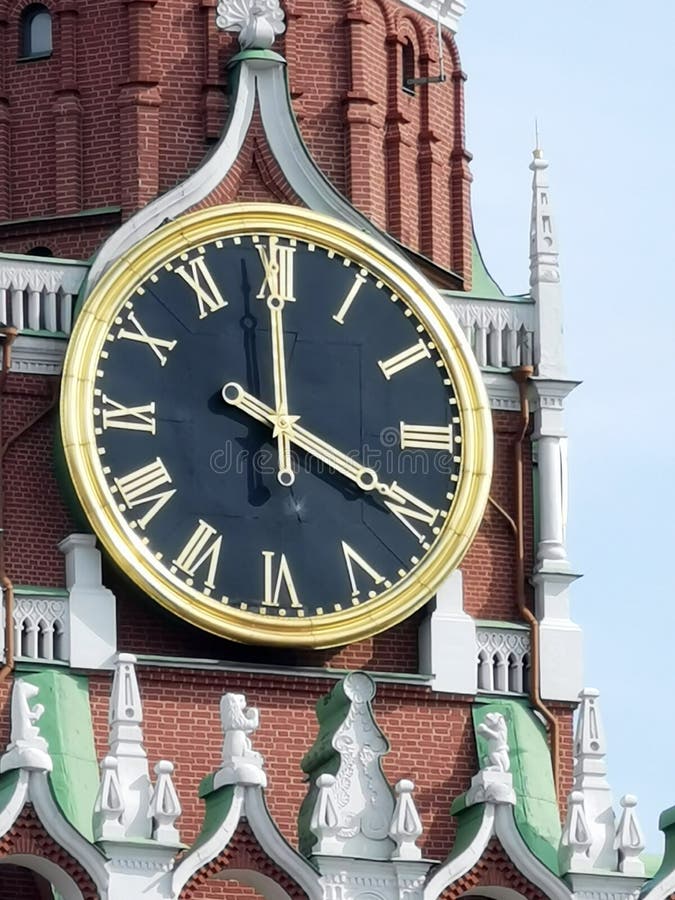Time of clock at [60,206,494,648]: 4:00
